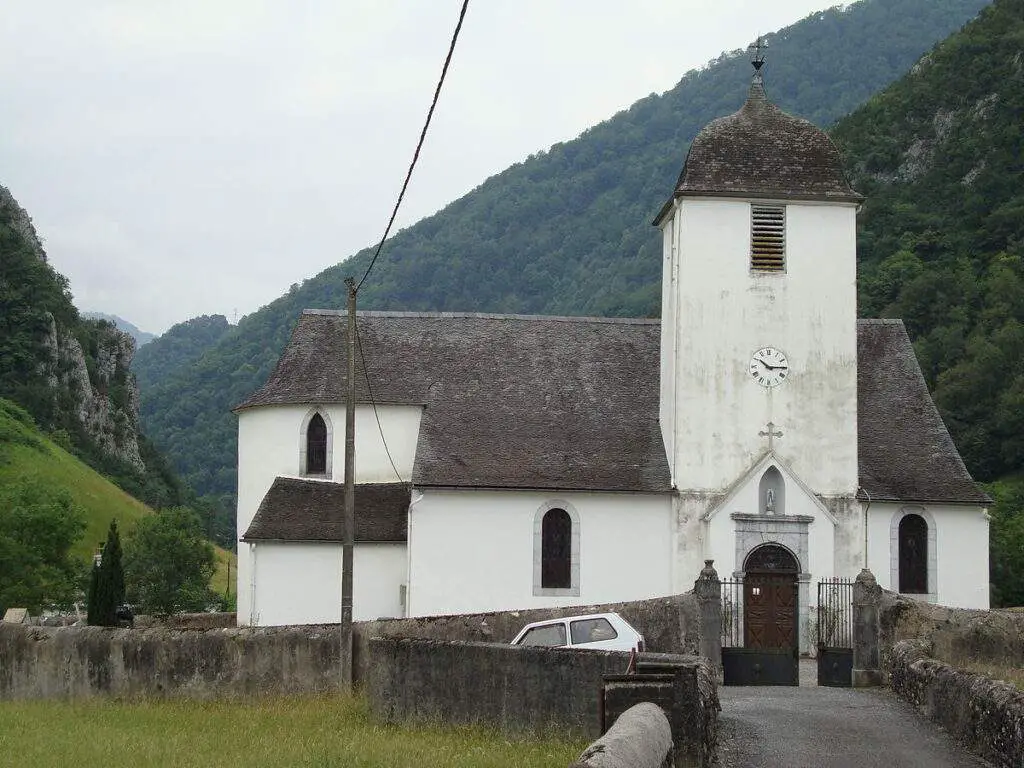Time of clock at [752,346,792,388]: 10:14
